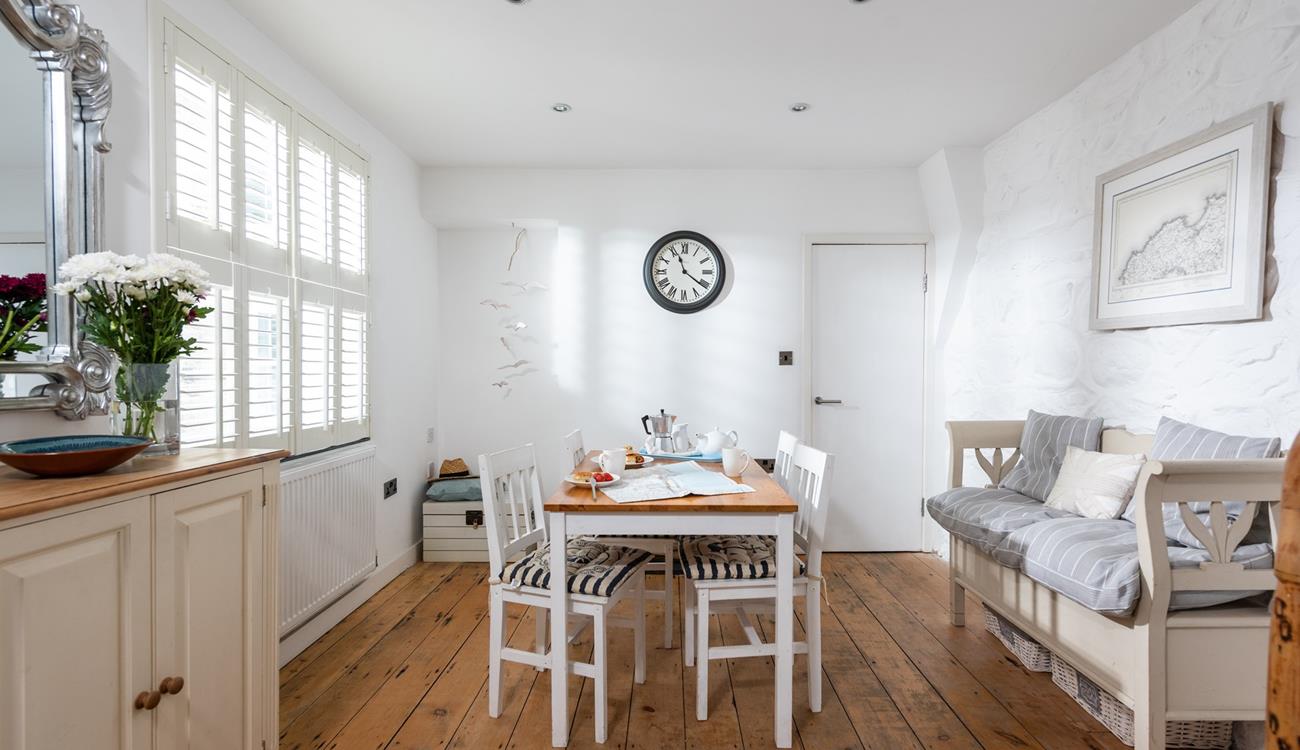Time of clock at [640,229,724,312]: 11:20
